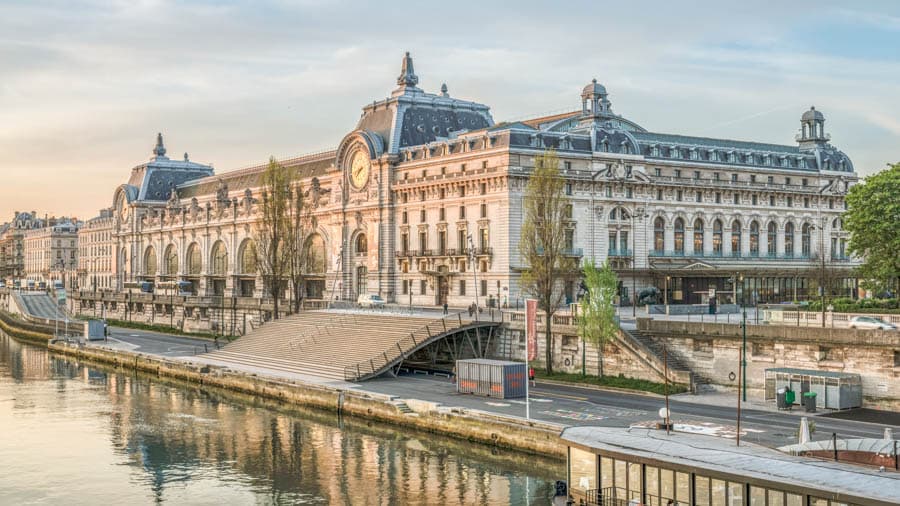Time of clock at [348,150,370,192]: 7:42
